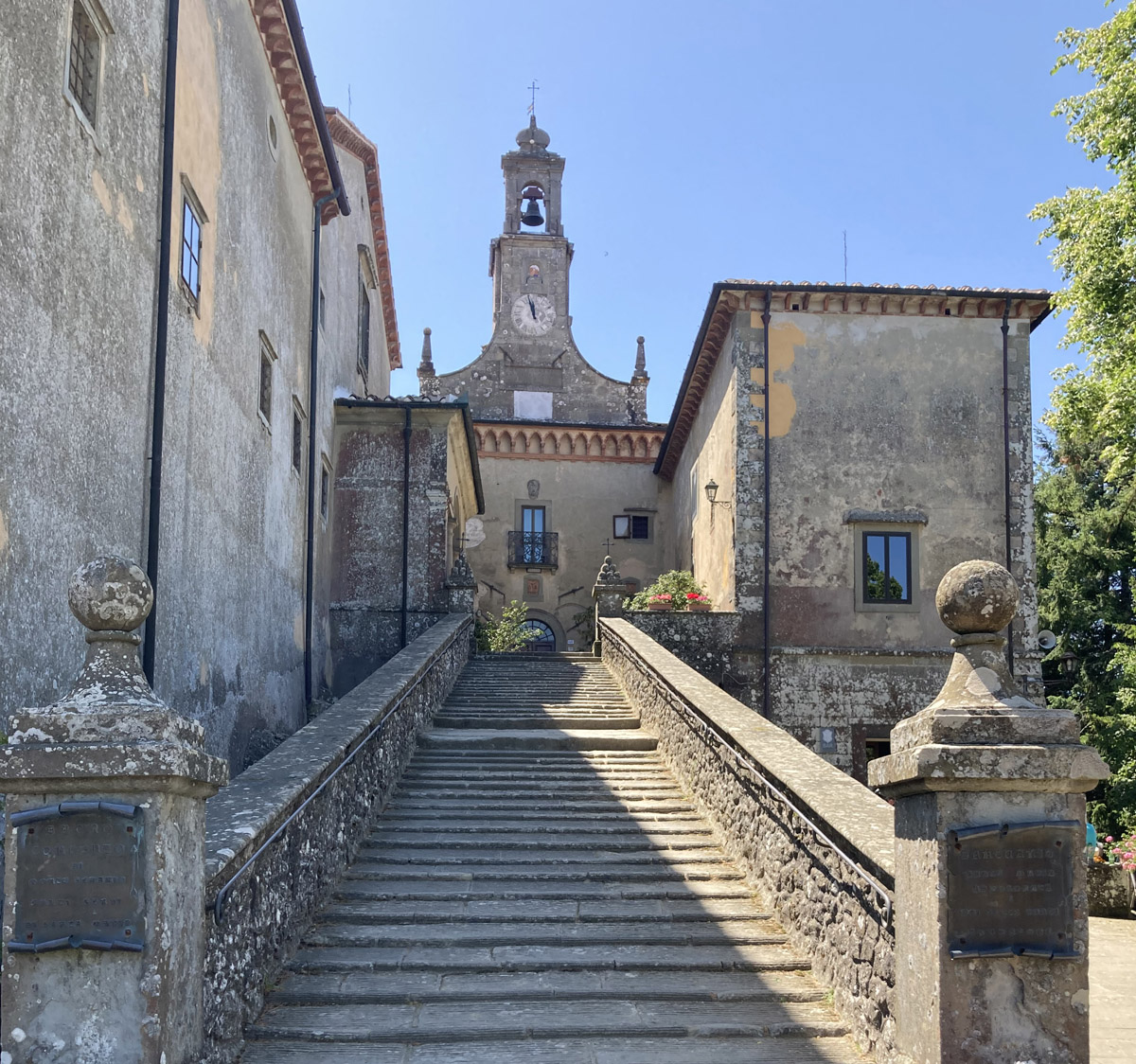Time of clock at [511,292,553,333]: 11:57
